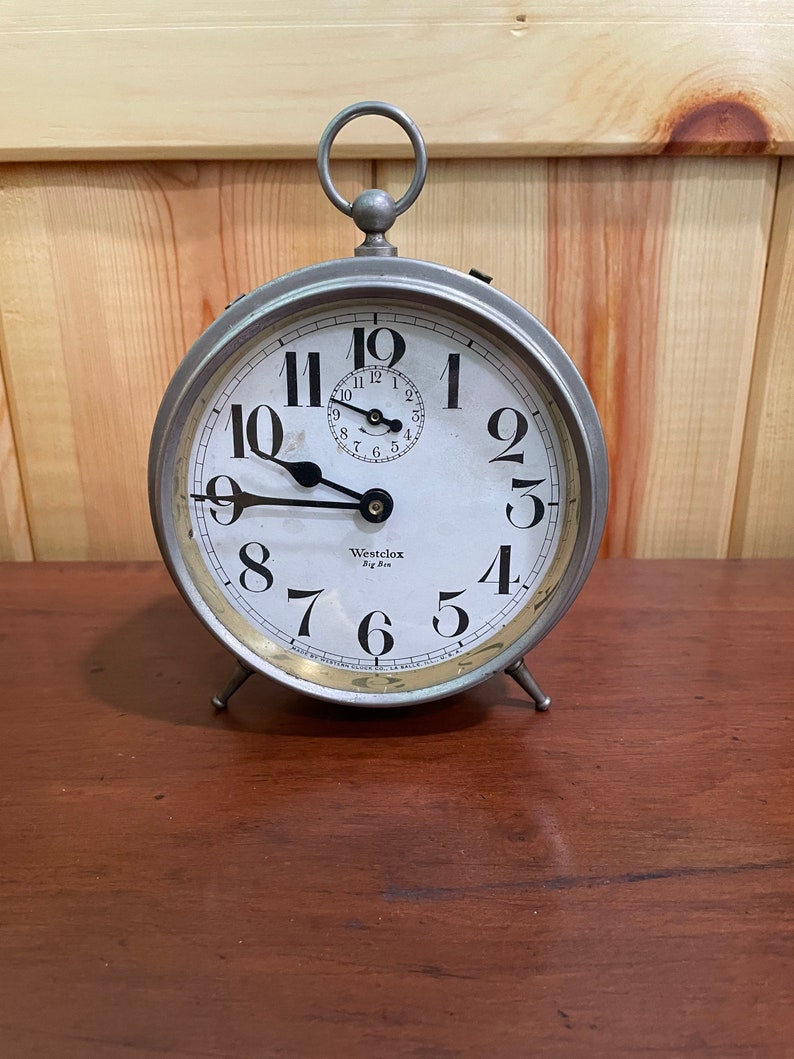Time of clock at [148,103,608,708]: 9:45
